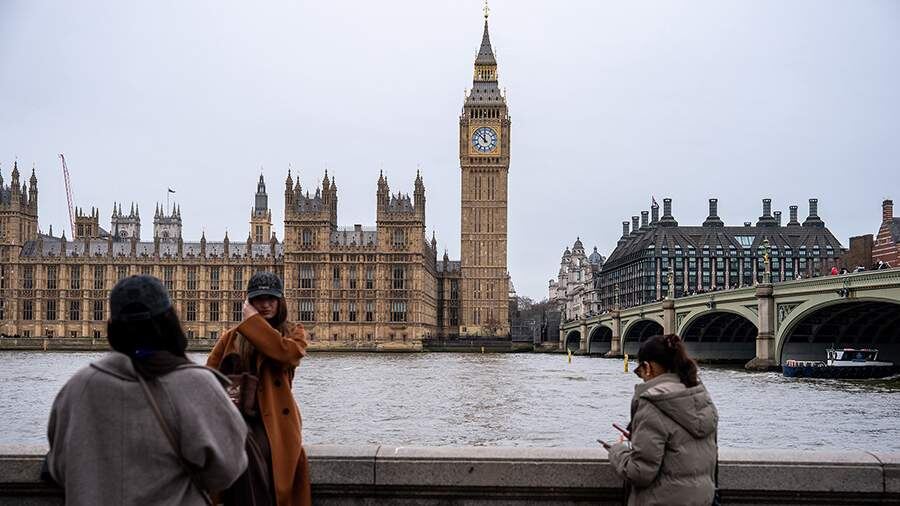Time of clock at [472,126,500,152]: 11:52
